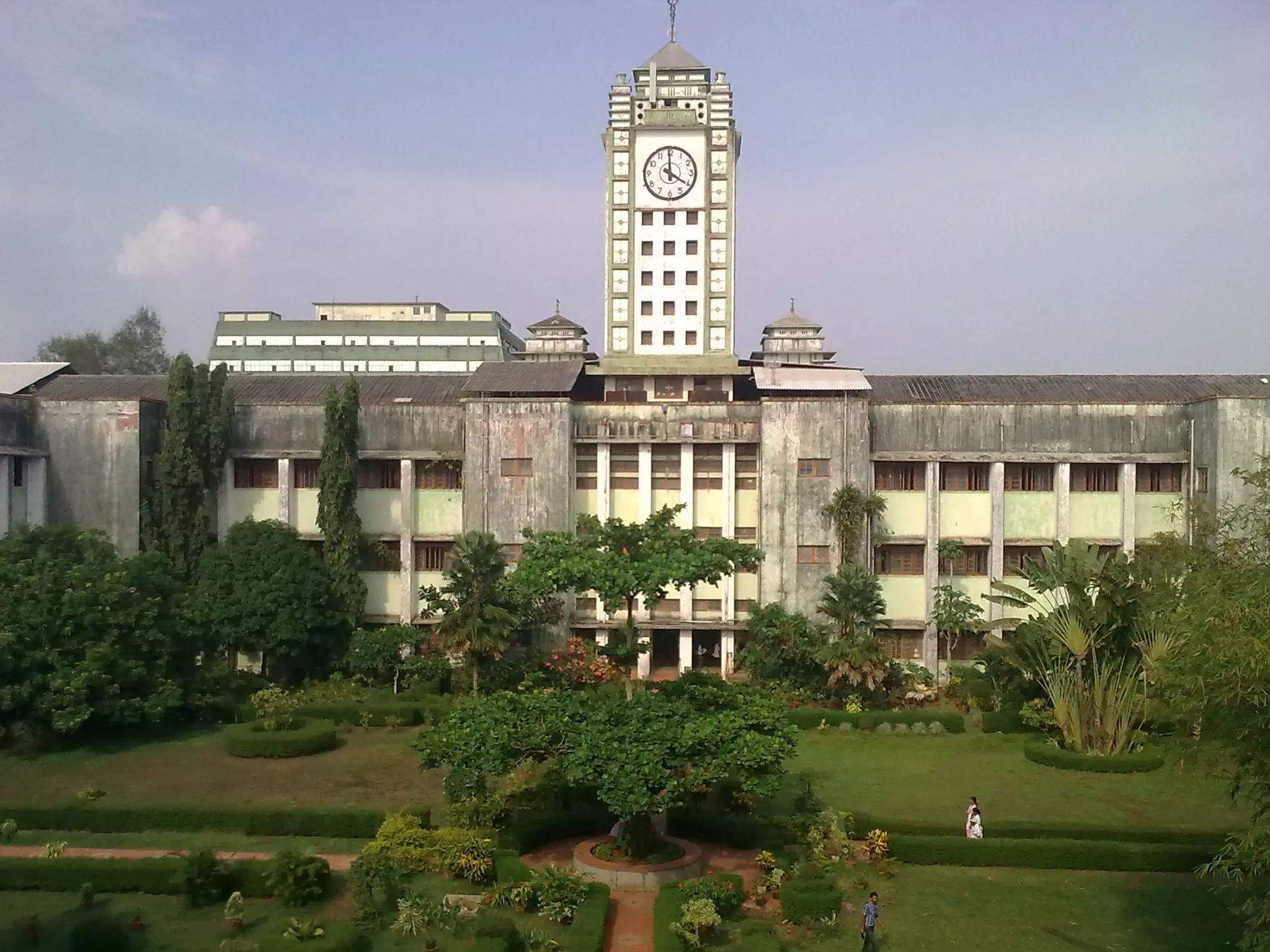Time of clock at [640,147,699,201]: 3:59
